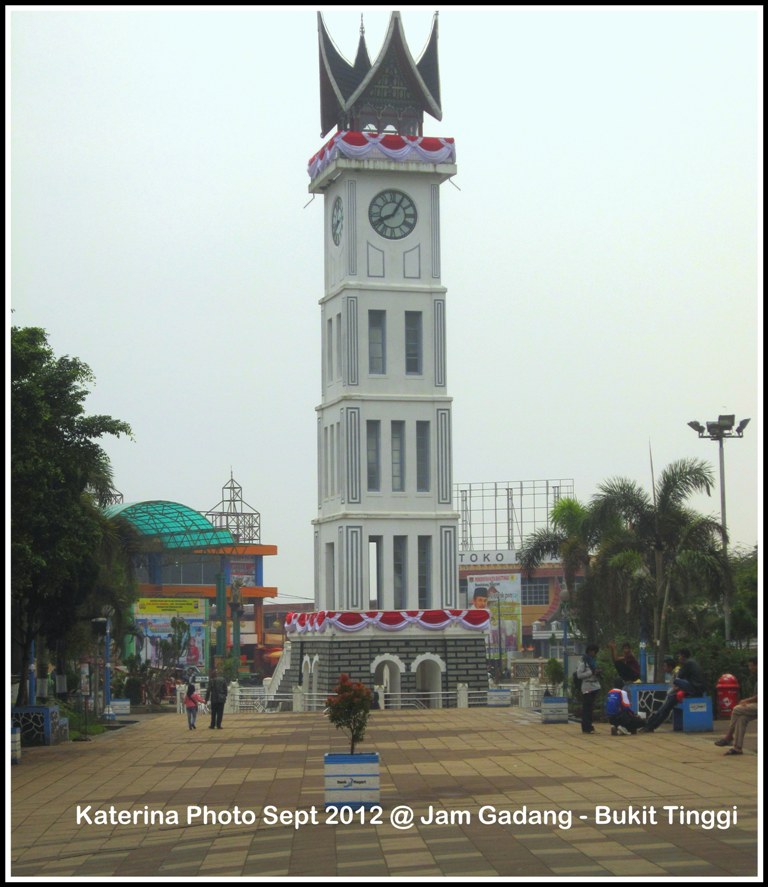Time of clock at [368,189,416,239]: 8:05
